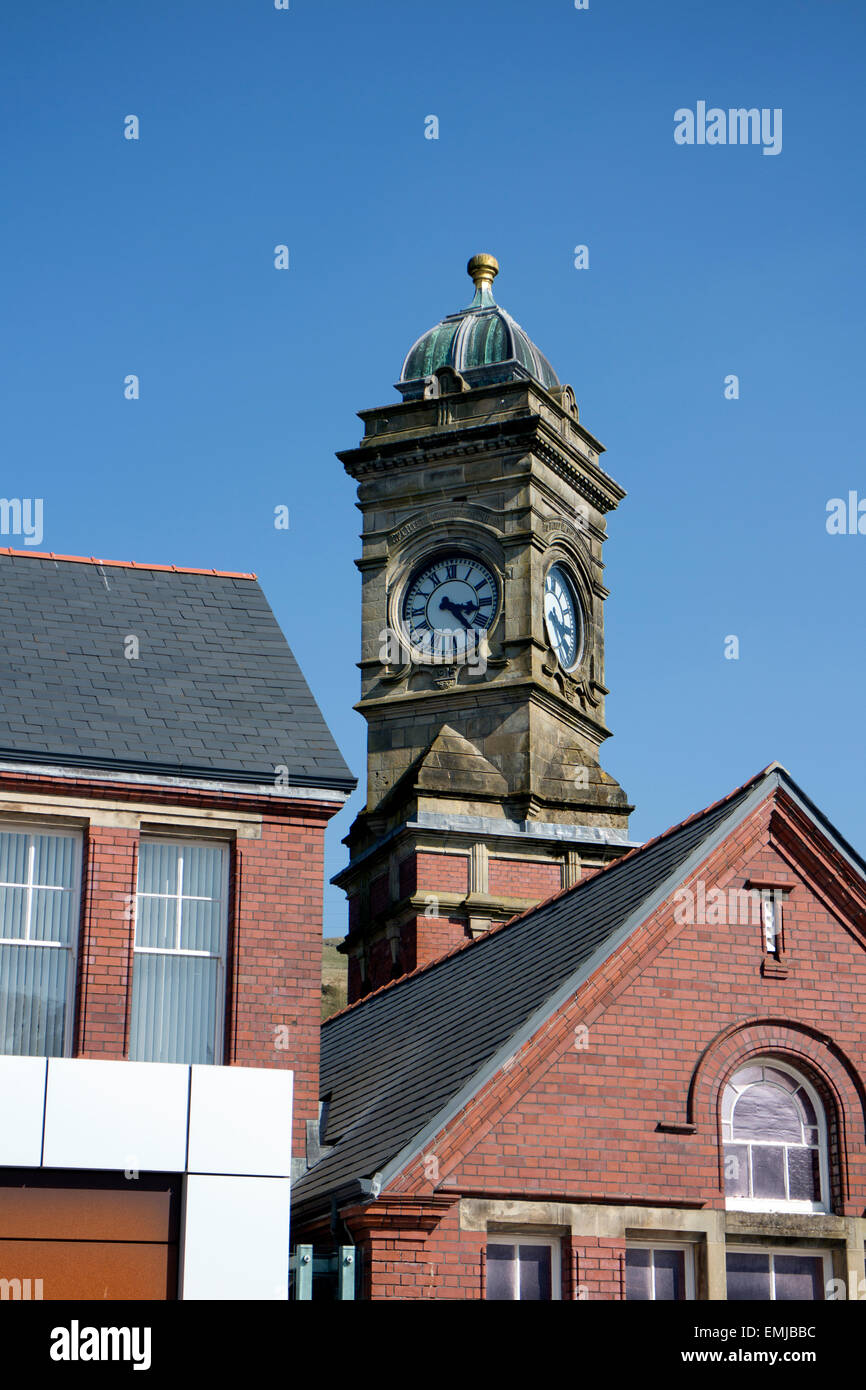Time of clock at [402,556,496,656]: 3:22
